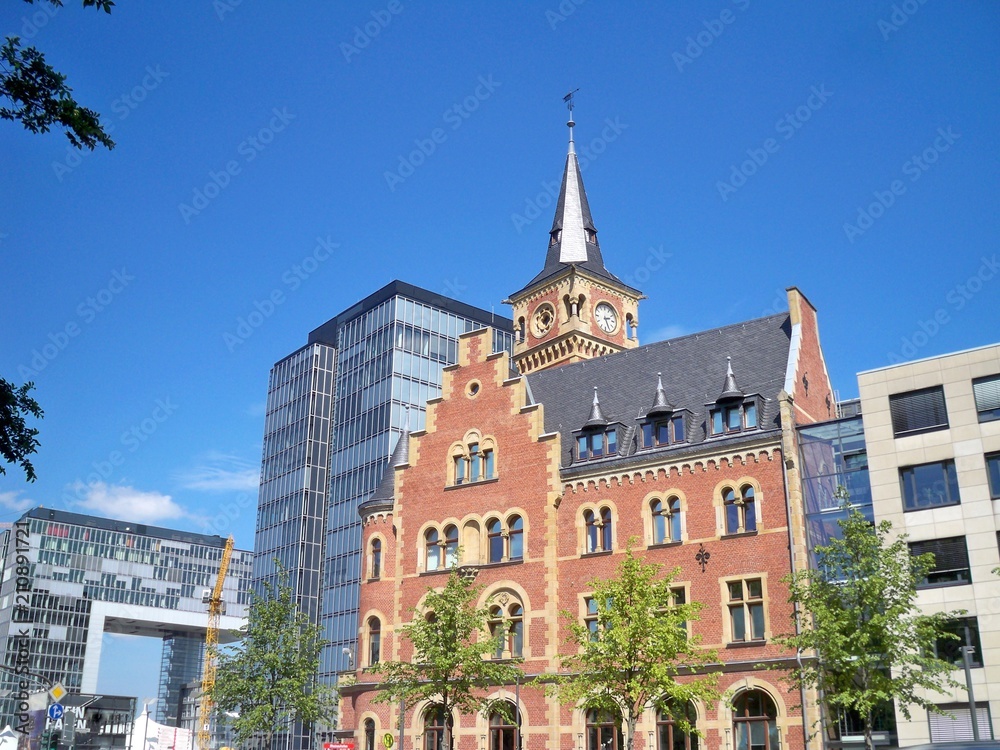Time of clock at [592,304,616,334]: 2:26
